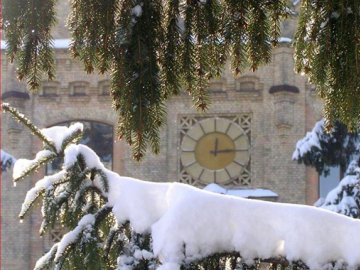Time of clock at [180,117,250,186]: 12:14
